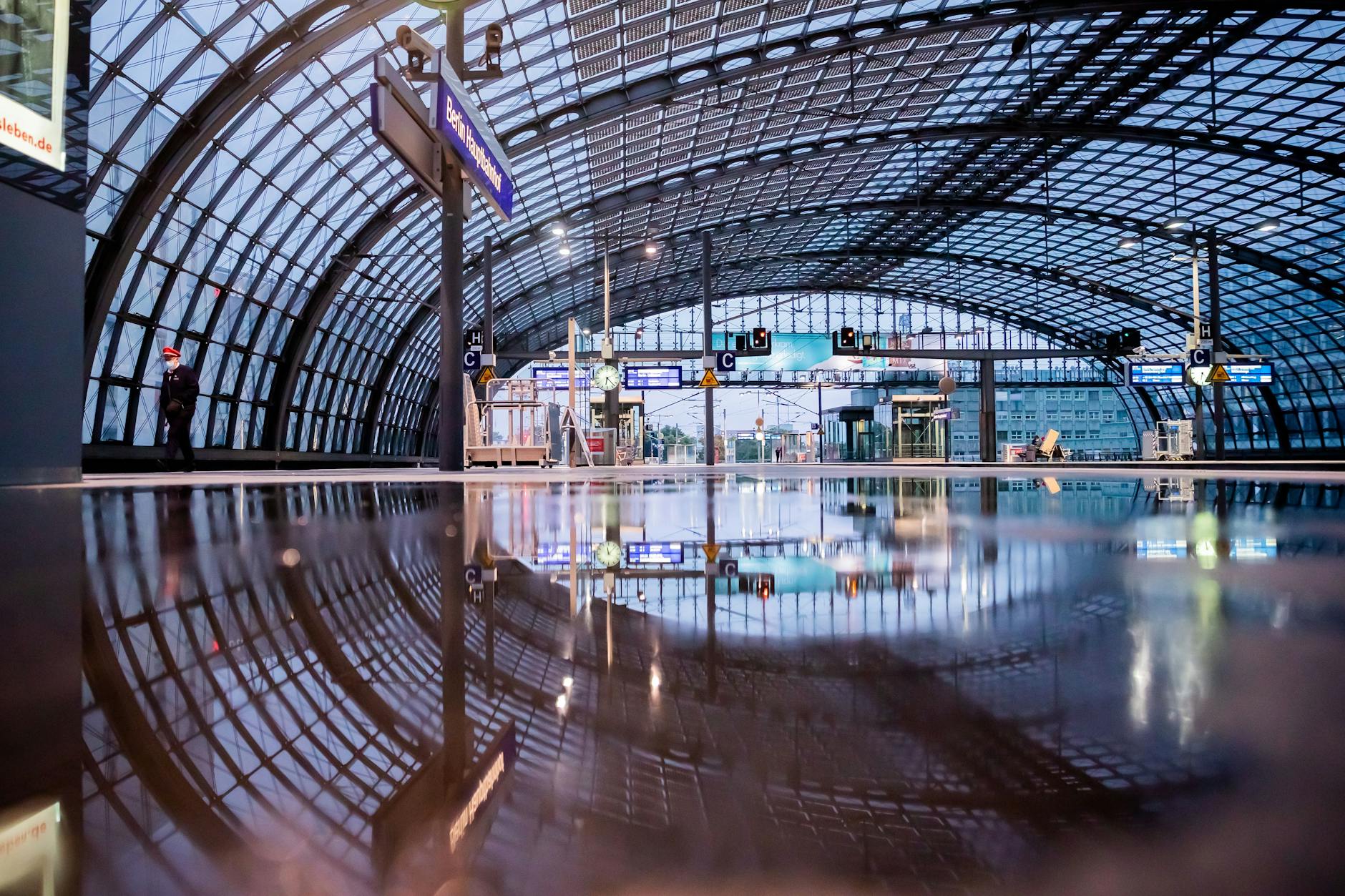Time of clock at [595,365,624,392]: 6:23
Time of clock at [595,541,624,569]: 12:07
